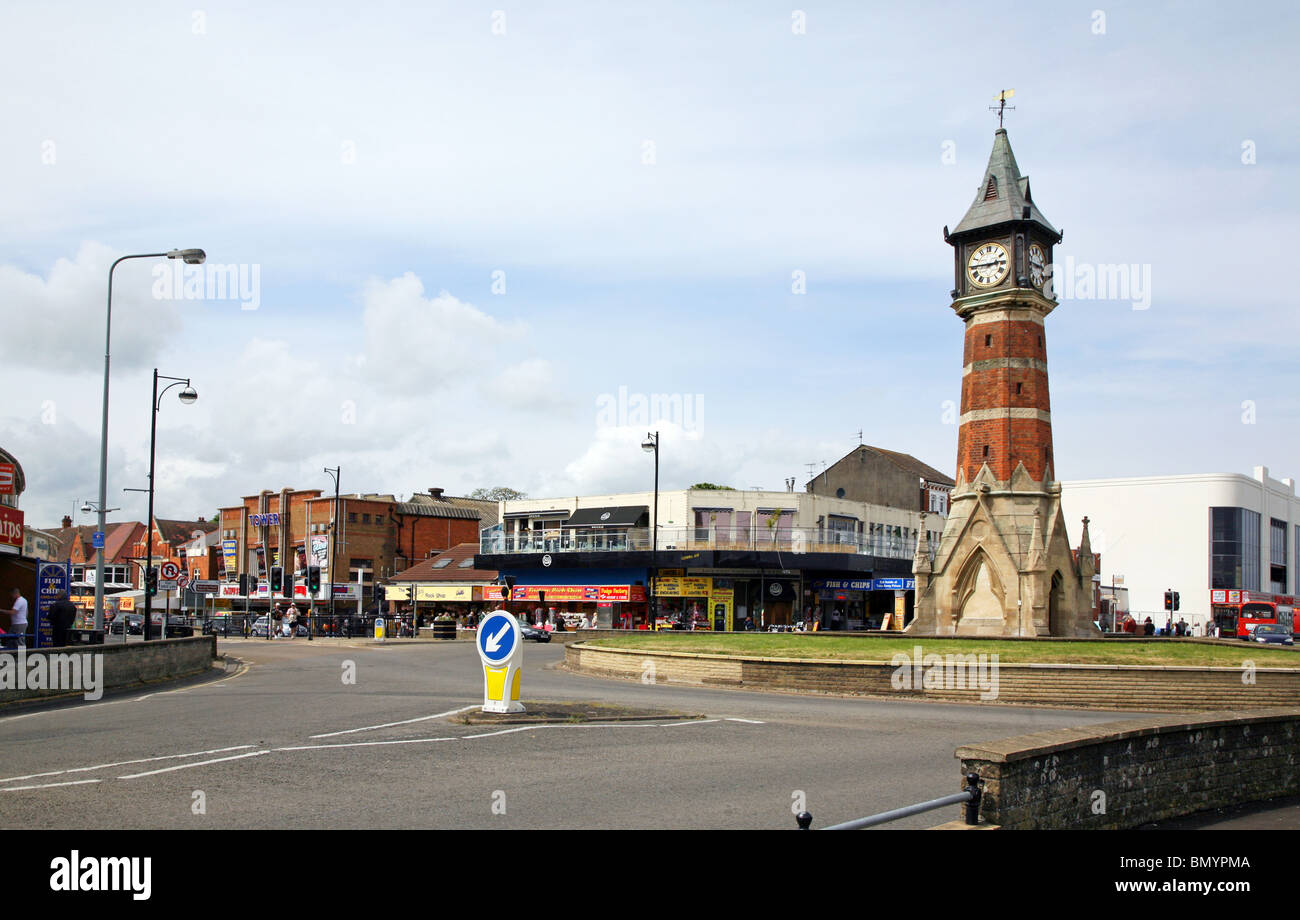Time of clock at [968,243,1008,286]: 2:45
